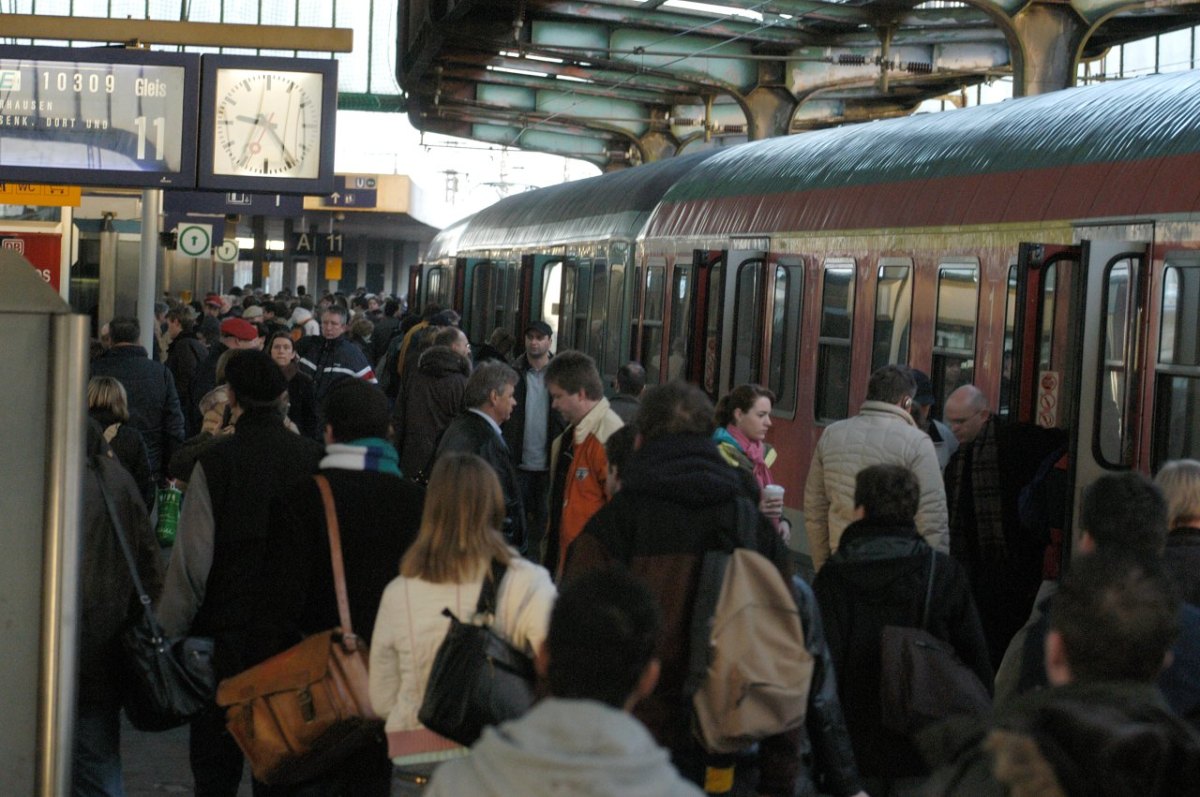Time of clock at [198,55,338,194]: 9:23
